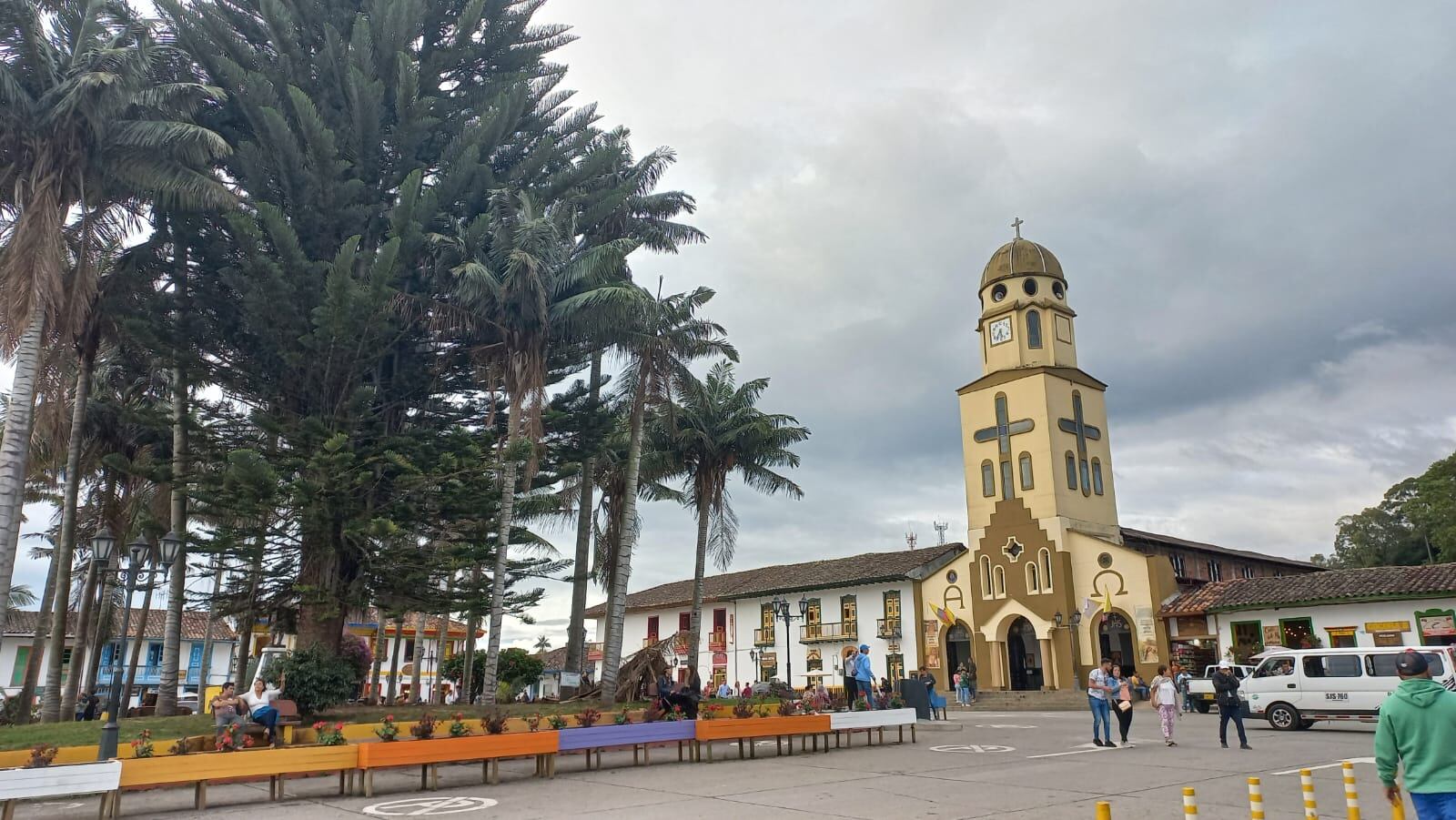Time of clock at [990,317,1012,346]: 5:36
